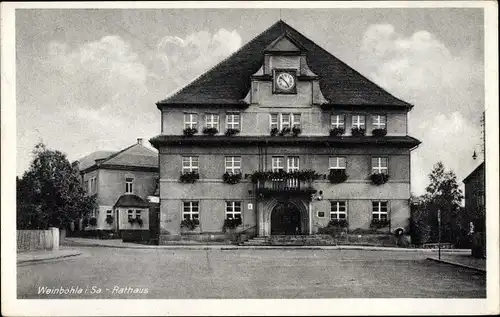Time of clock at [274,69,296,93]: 10:24
